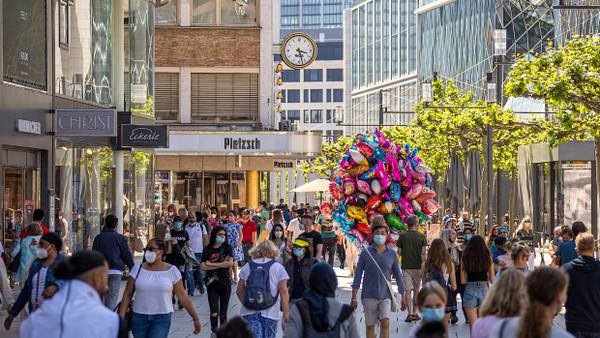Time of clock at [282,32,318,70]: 3:27
